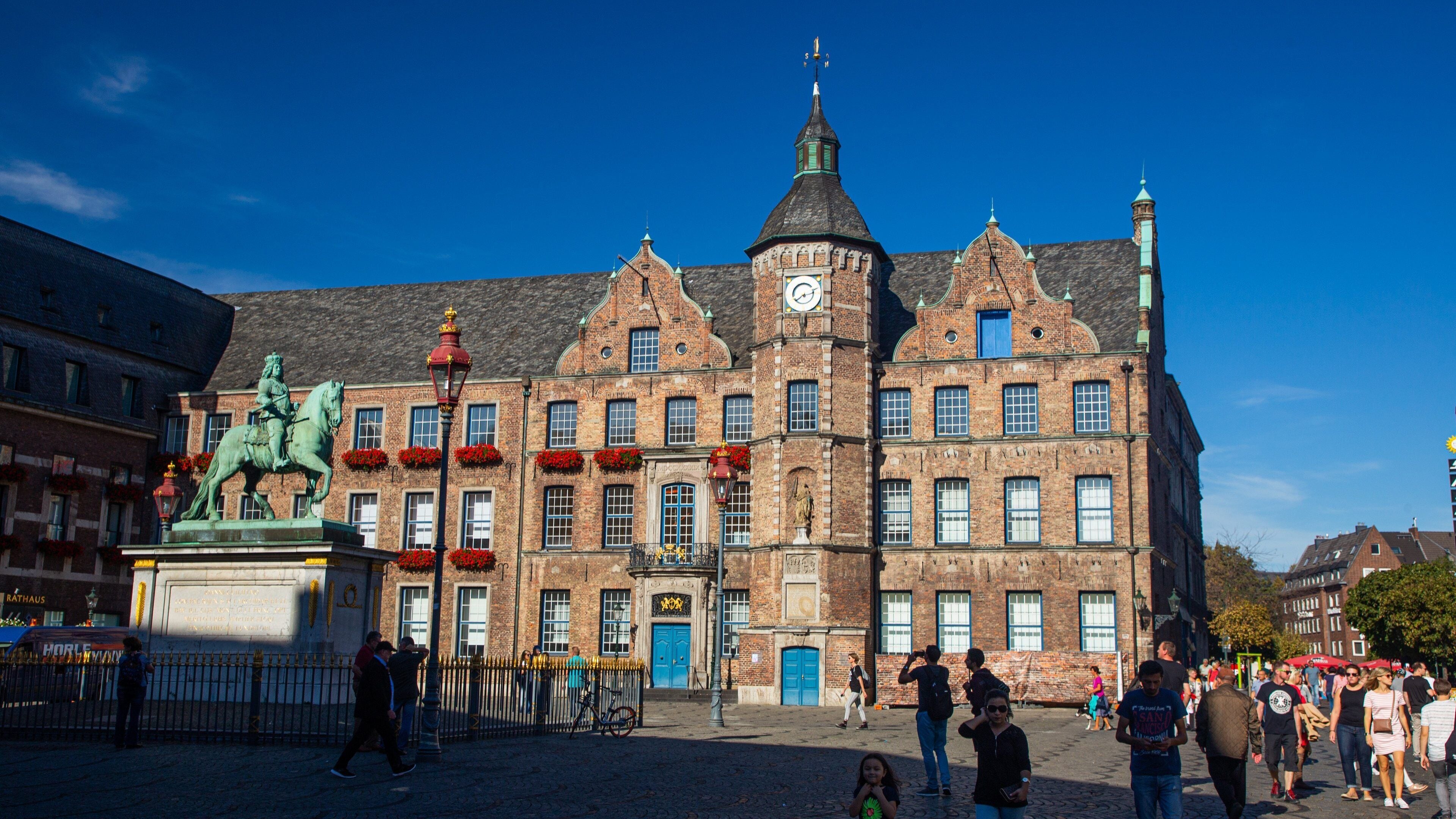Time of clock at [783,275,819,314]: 2:38
